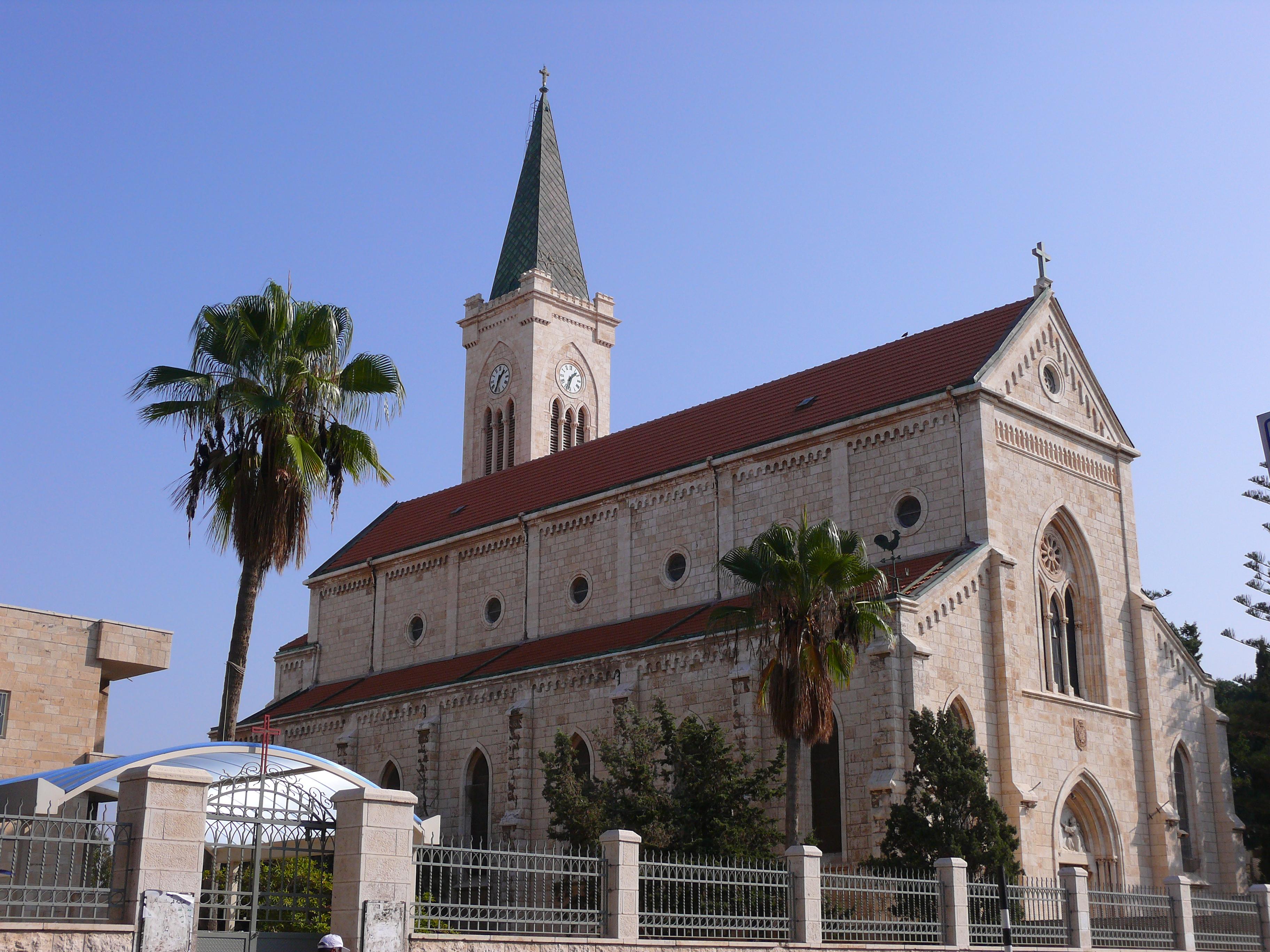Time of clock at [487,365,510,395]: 1:33
